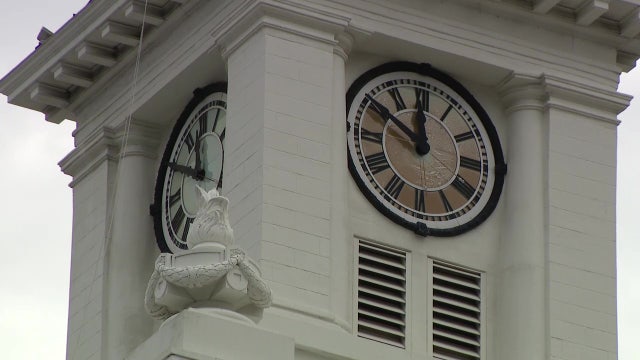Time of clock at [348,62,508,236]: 11:50
